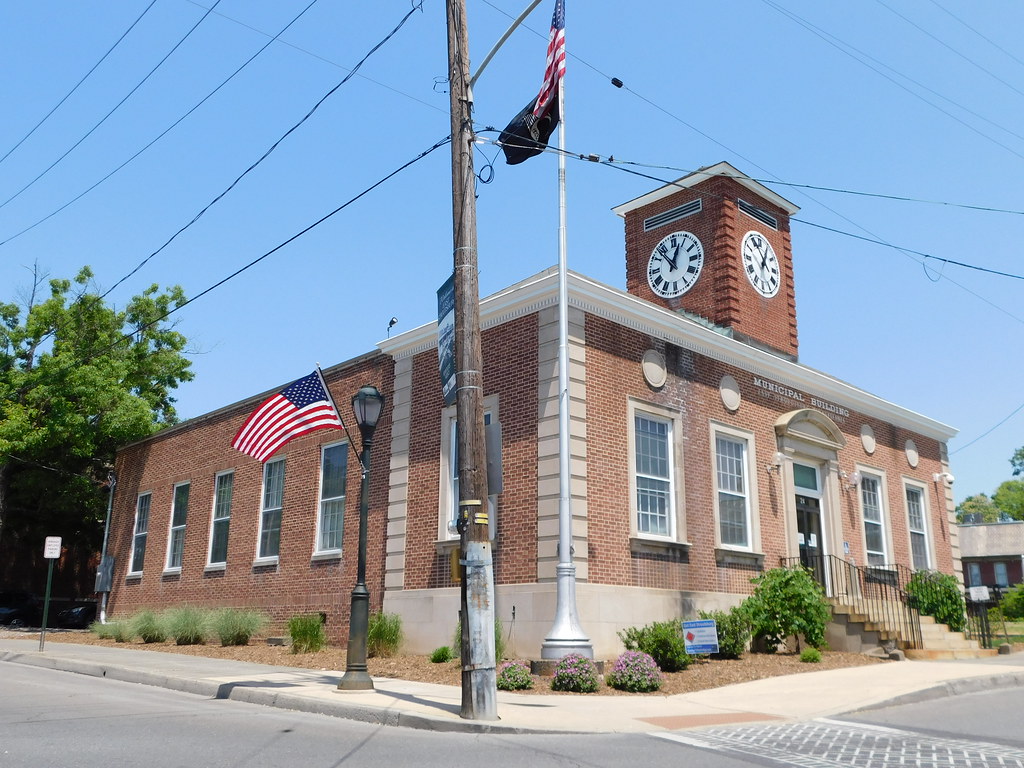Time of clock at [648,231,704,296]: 12:53
